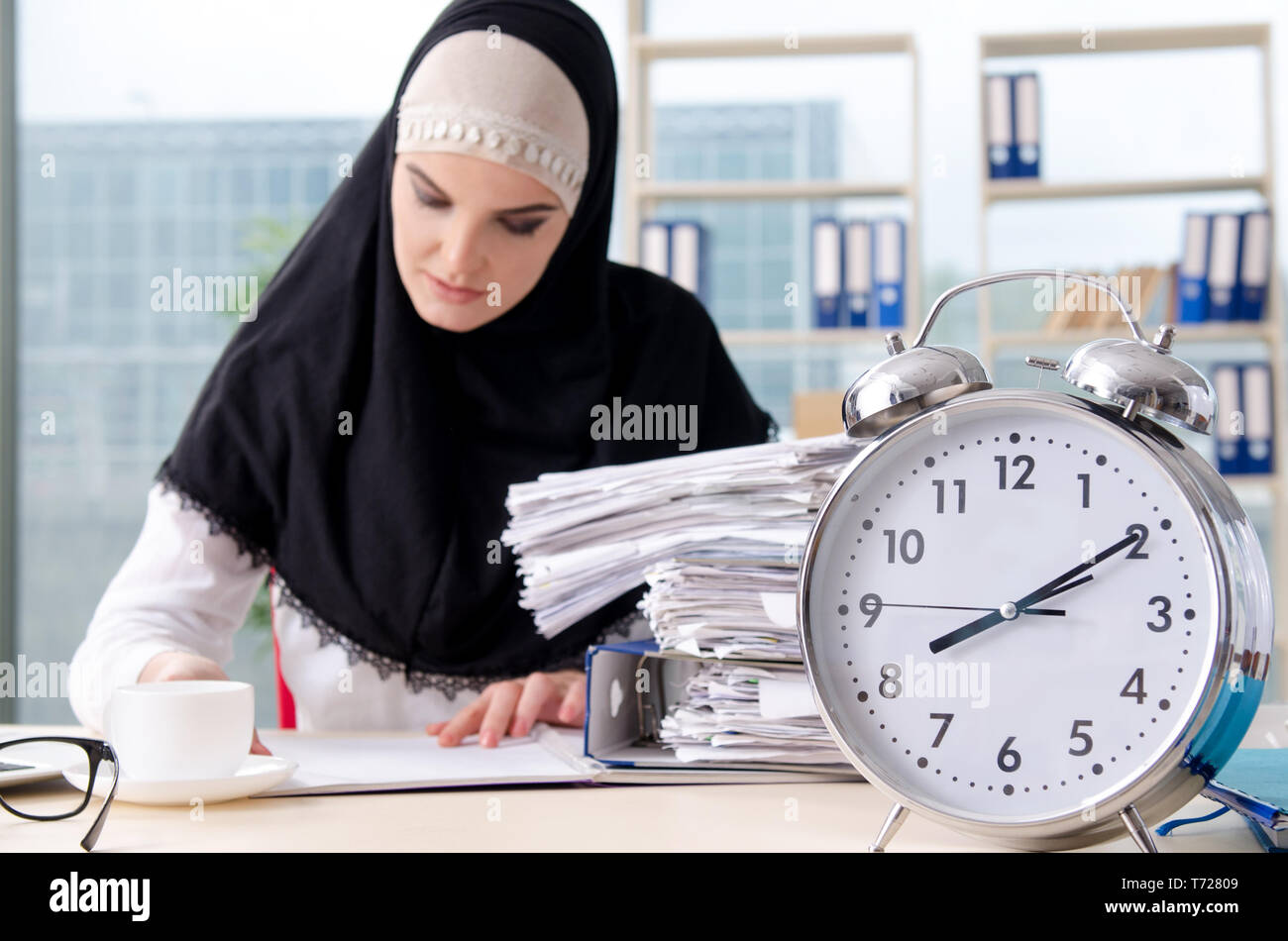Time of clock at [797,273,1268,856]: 8:09
